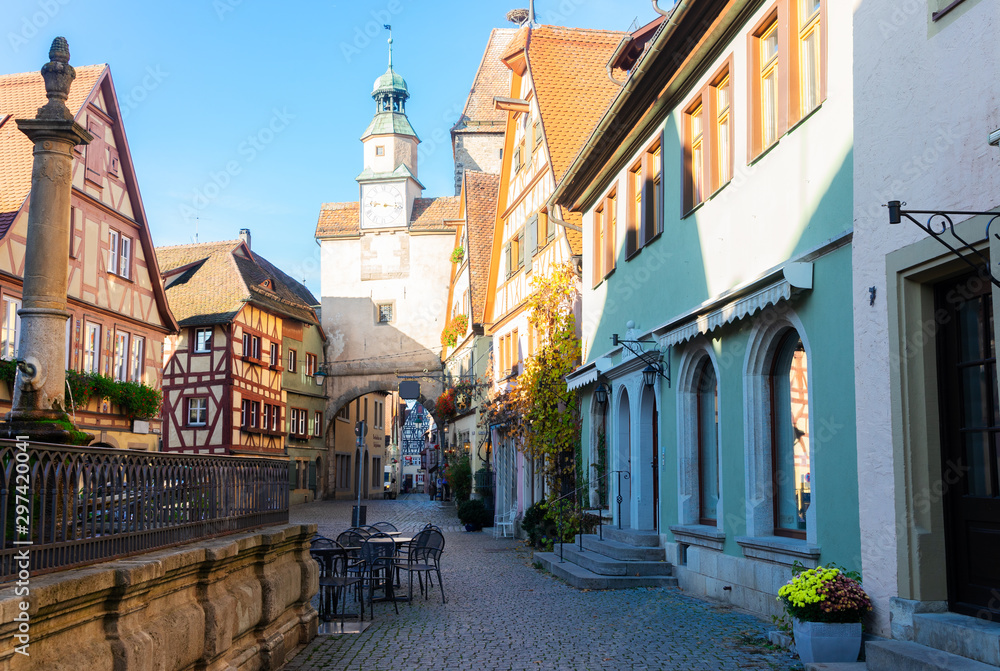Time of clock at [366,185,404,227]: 9:17
